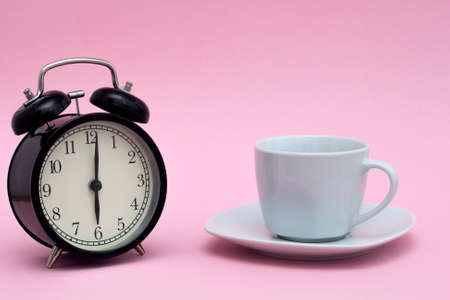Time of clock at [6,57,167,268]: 6:01
